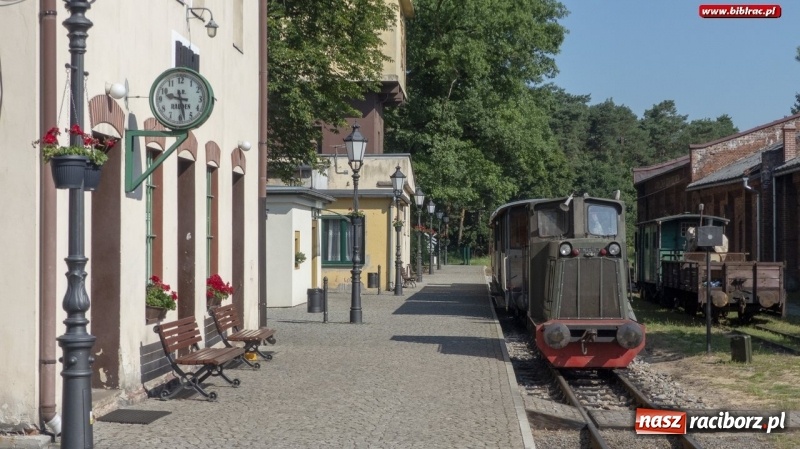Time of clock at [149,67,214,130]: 9:28
